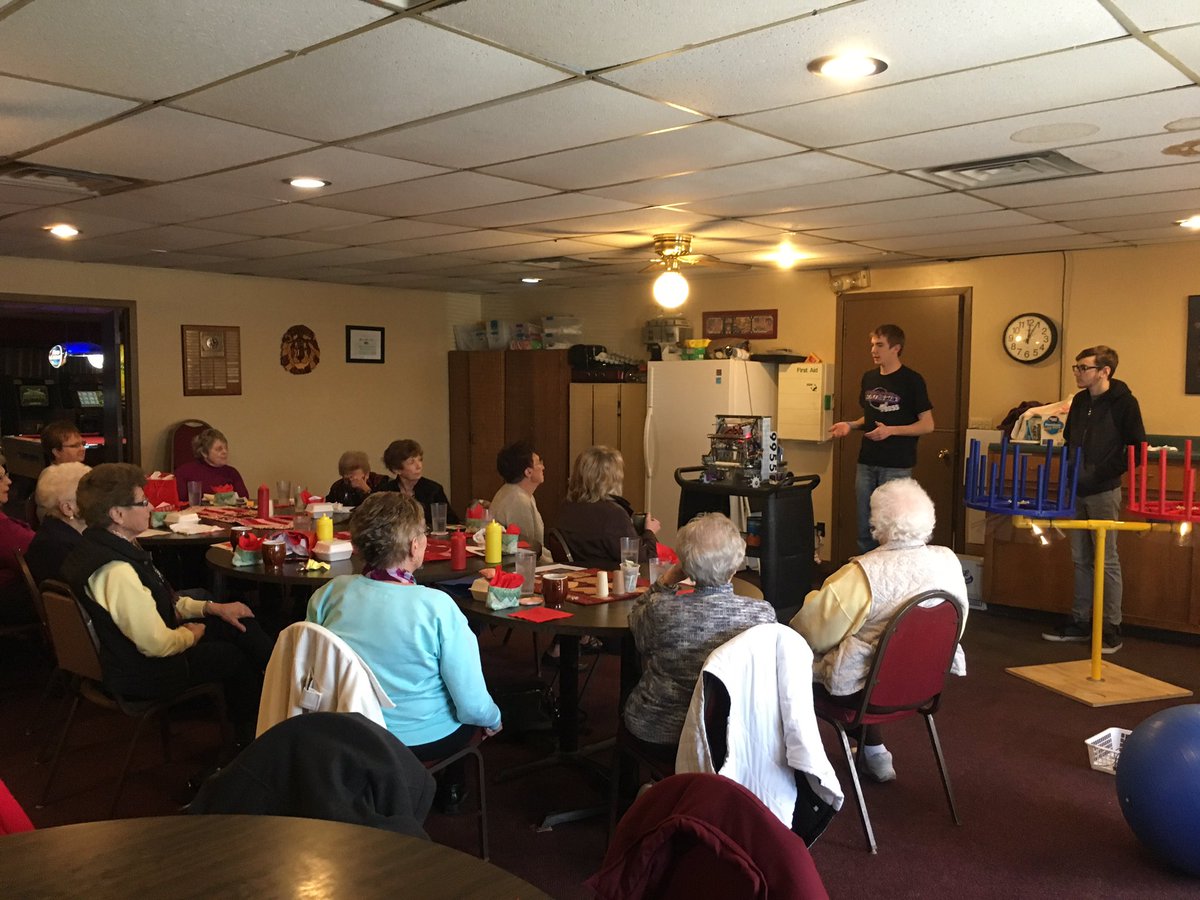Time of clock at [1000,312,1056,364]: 12:04
